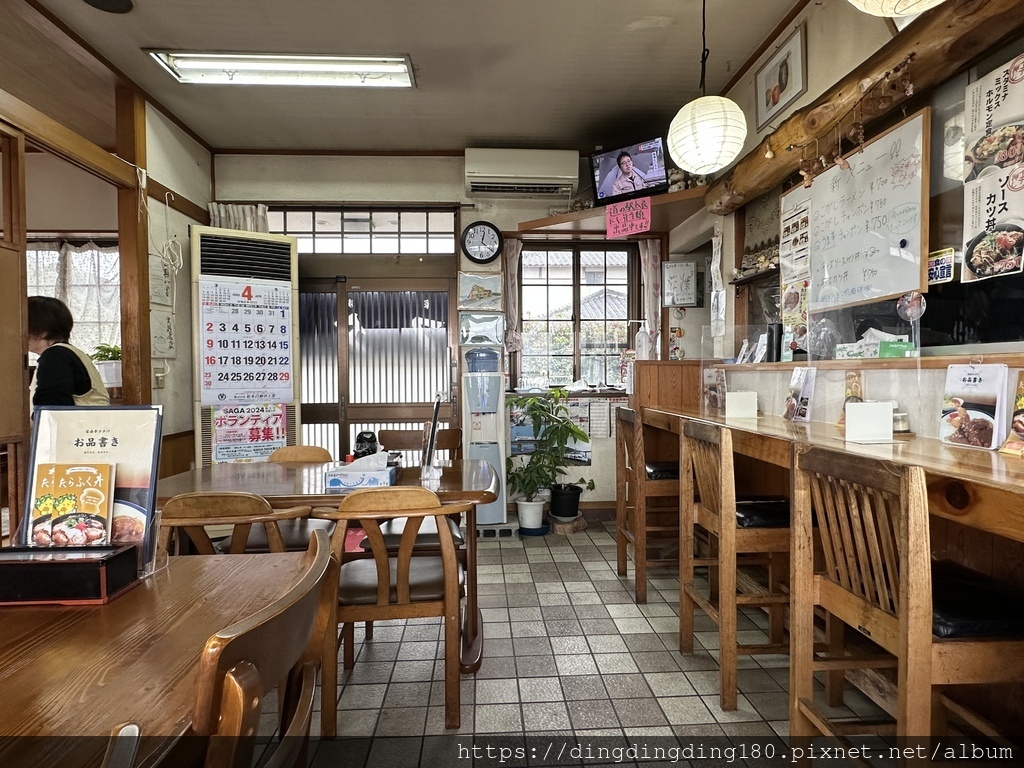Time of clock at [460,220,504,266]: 12:21
